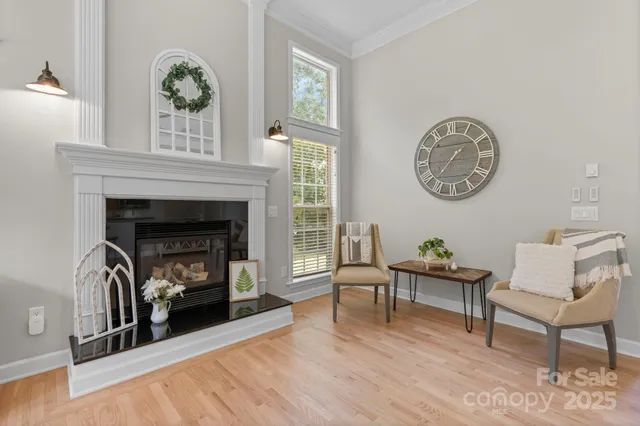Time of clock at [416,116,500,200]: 1:37
